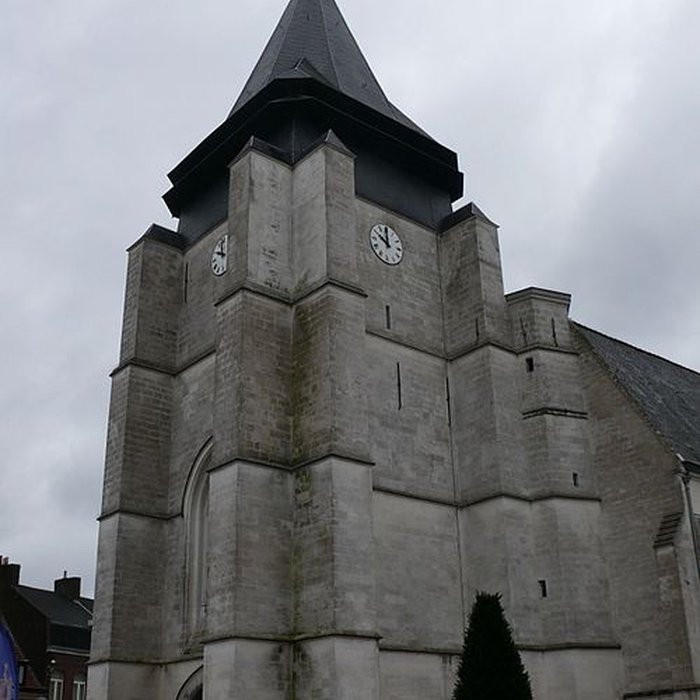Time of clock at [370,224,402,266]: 9:59
